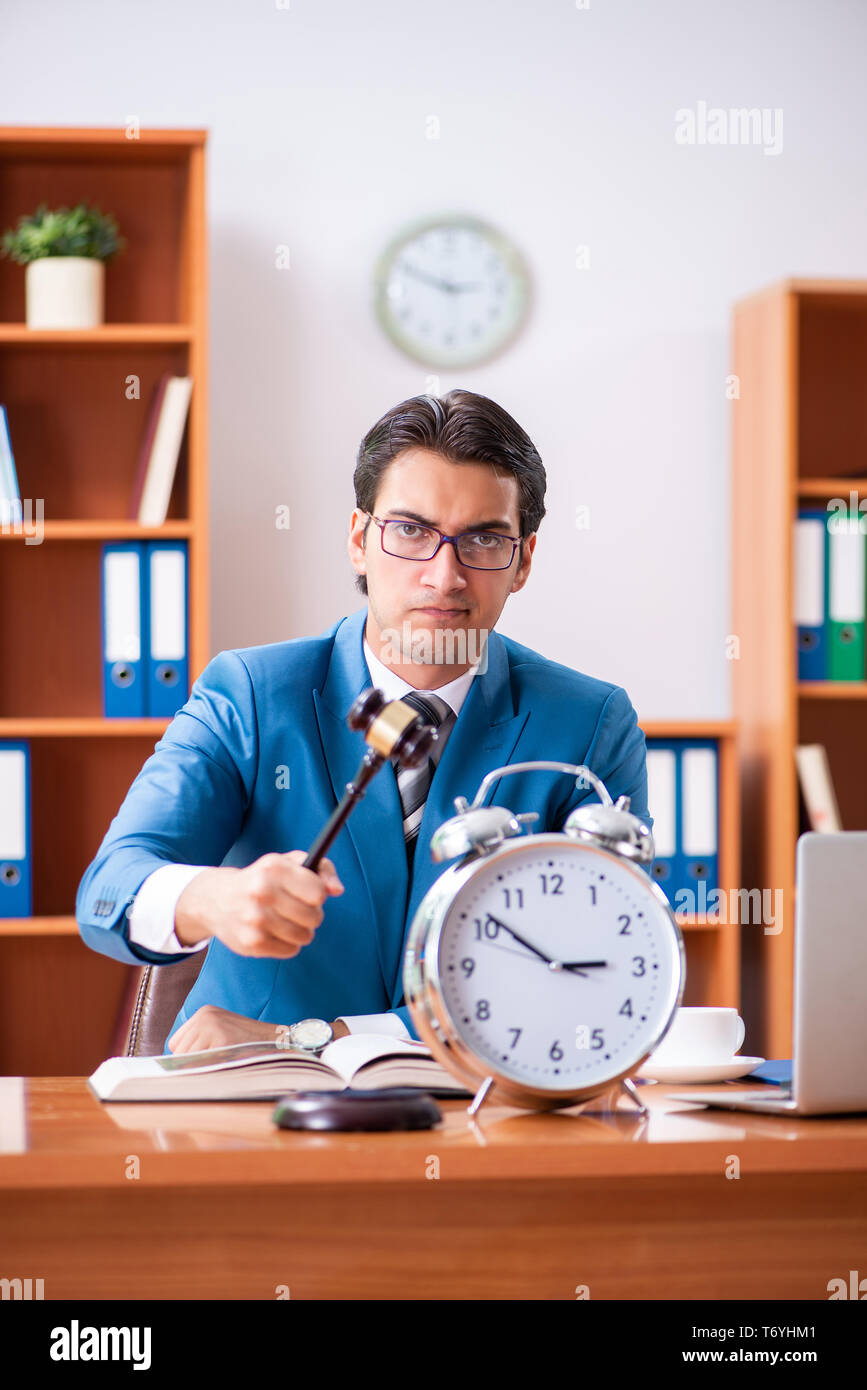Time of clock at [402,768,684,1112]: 2:51
